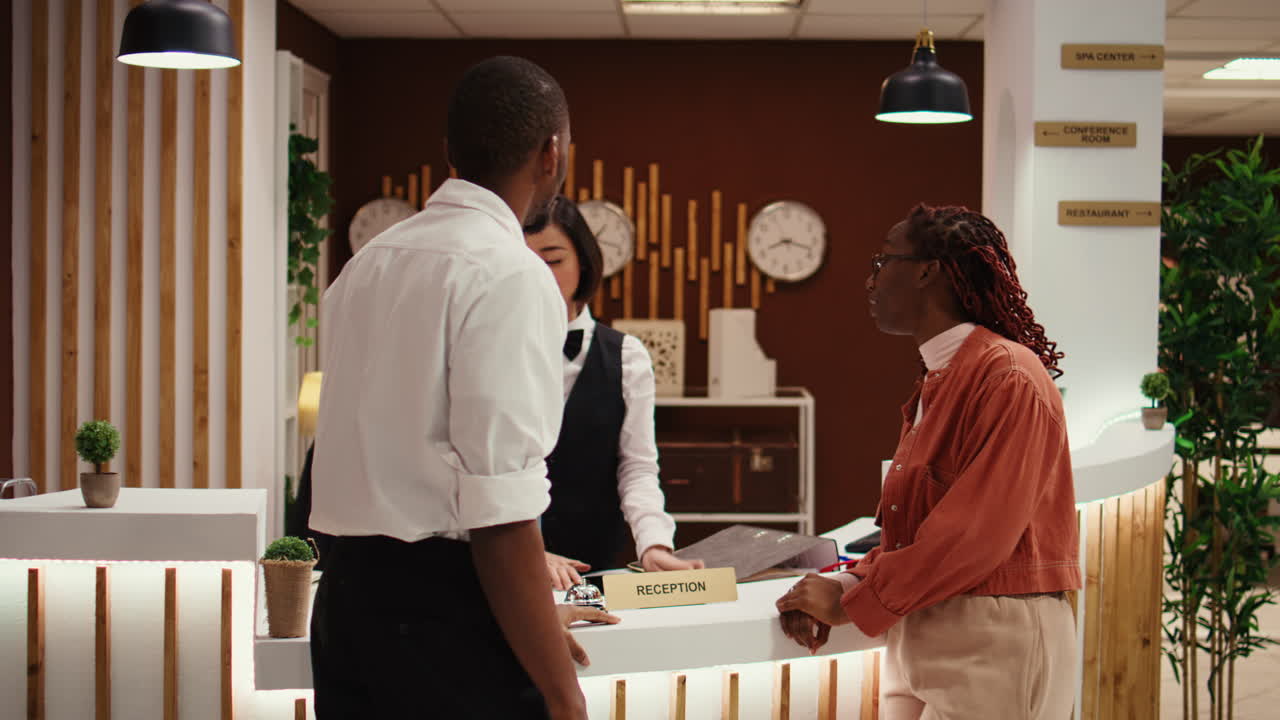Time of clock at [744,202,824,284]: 8:17
